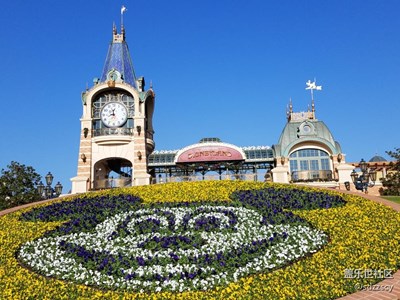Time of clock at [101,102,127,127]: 11:42
